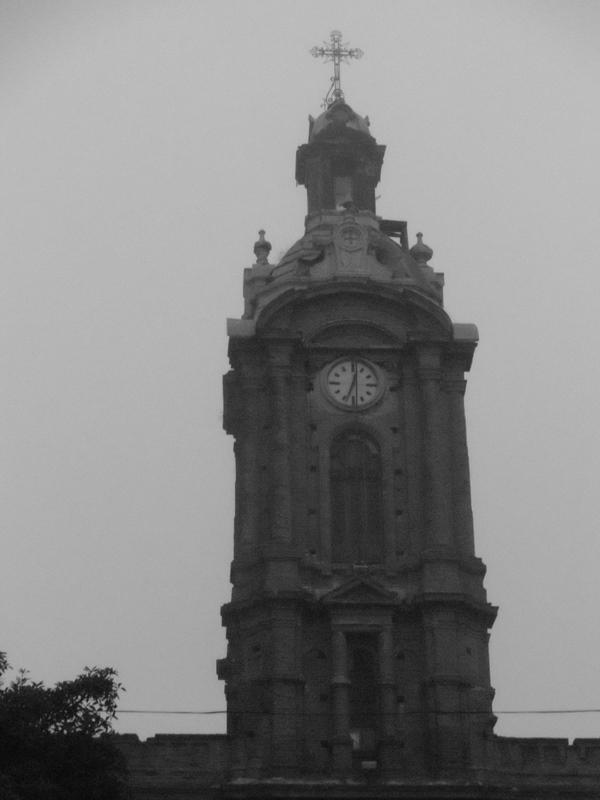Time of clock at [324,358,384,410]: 12:33
